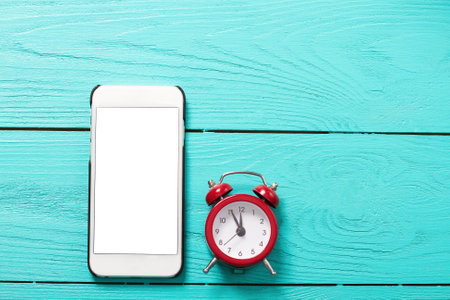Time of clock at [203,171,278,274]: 11:55
